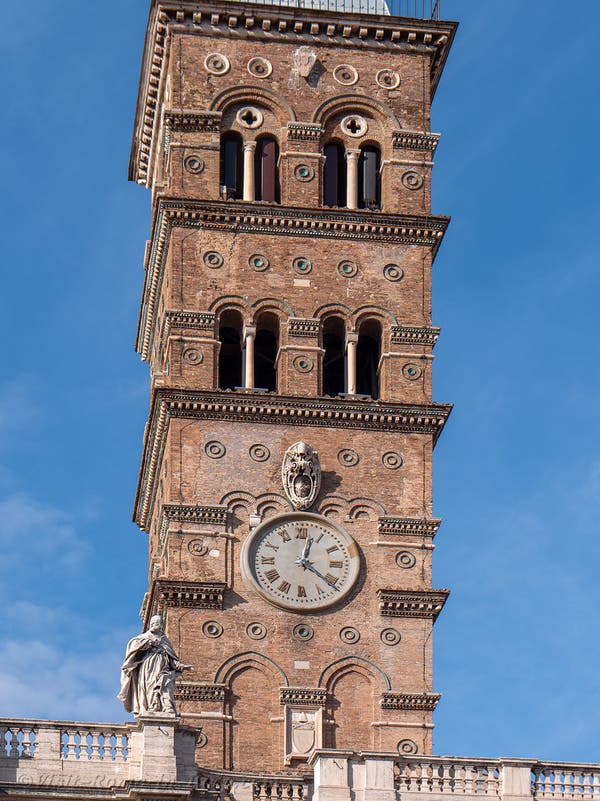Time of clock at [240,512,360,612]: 12:21
